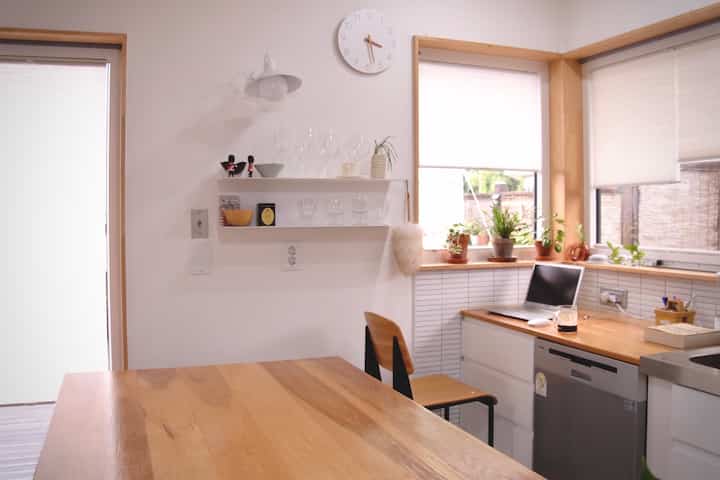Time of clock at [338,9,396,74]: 3:27
